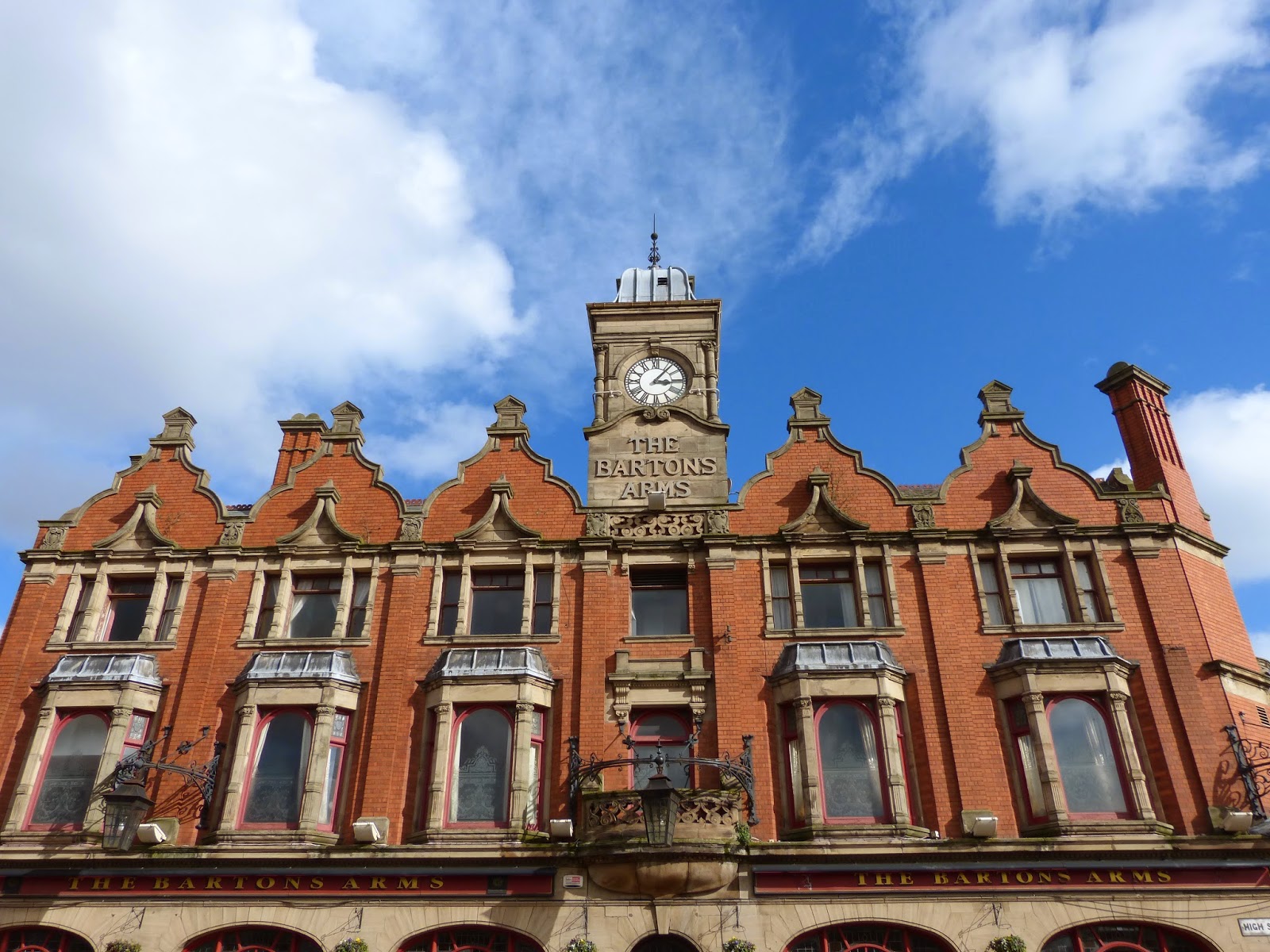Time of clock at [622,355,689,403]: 3:06
